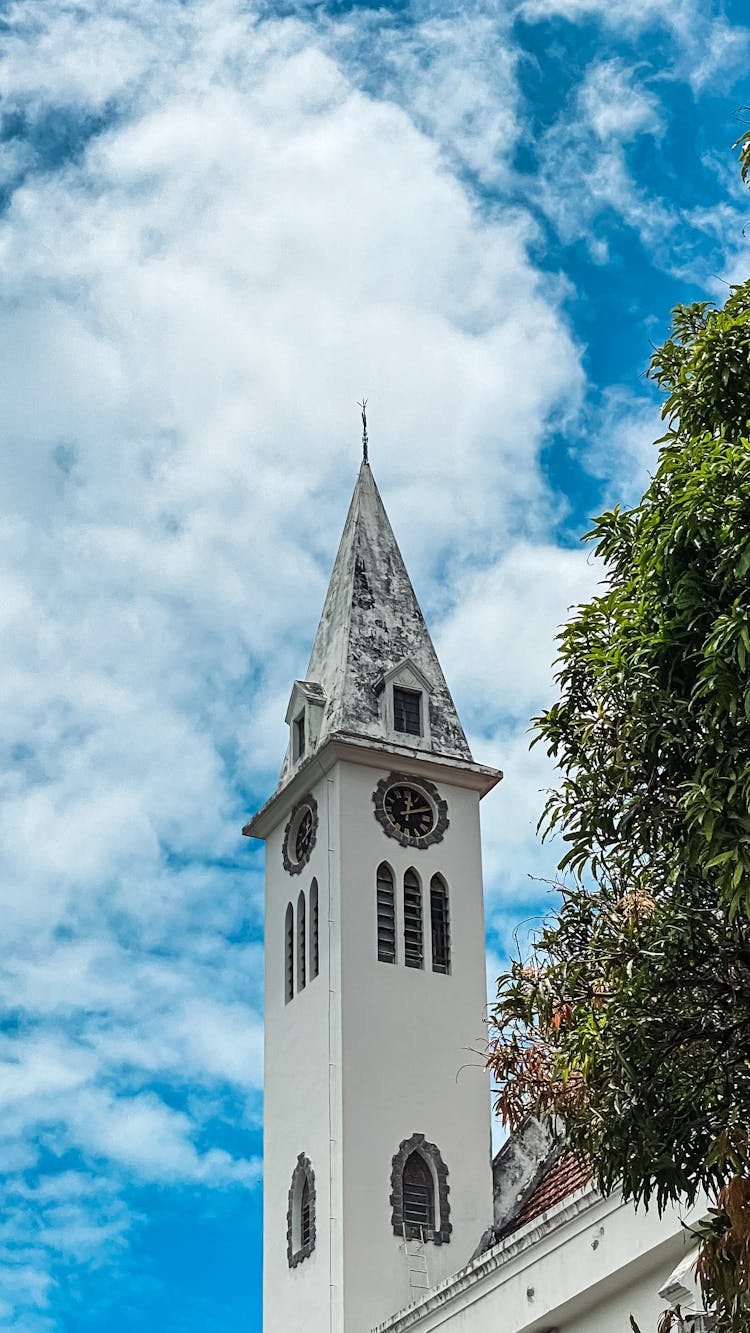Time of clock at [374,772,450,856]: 12:11
